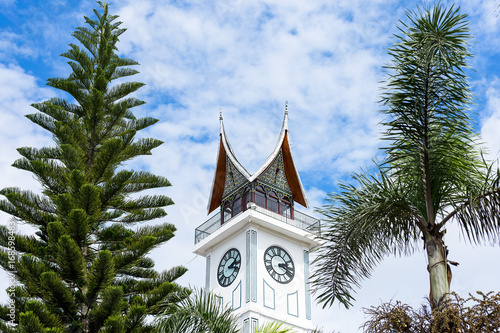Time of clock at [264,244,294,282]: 2:18
